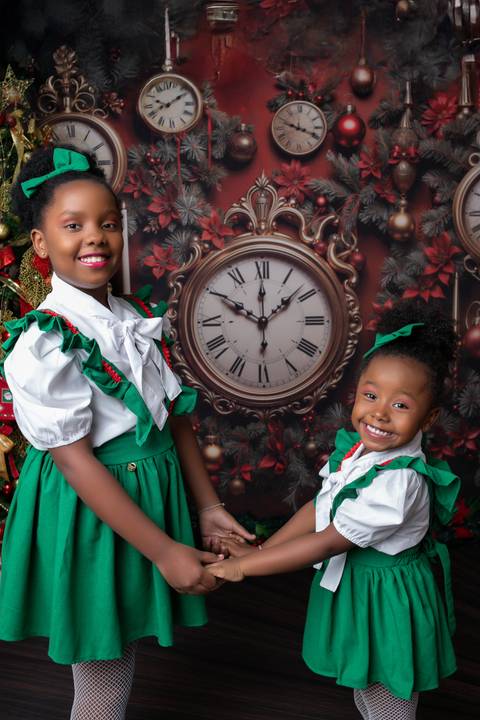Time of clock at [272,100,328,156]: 3:48
